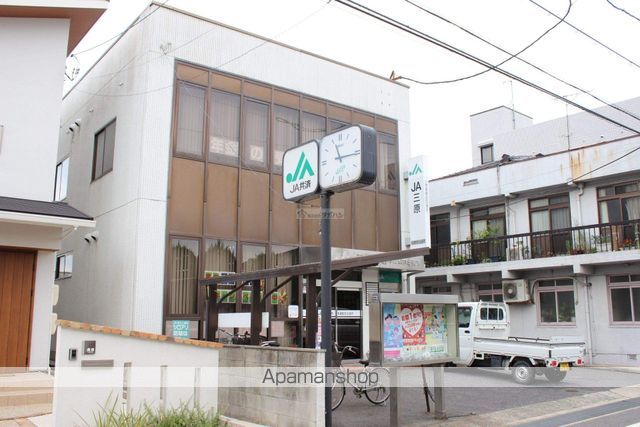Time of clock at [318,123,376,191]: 11:15
